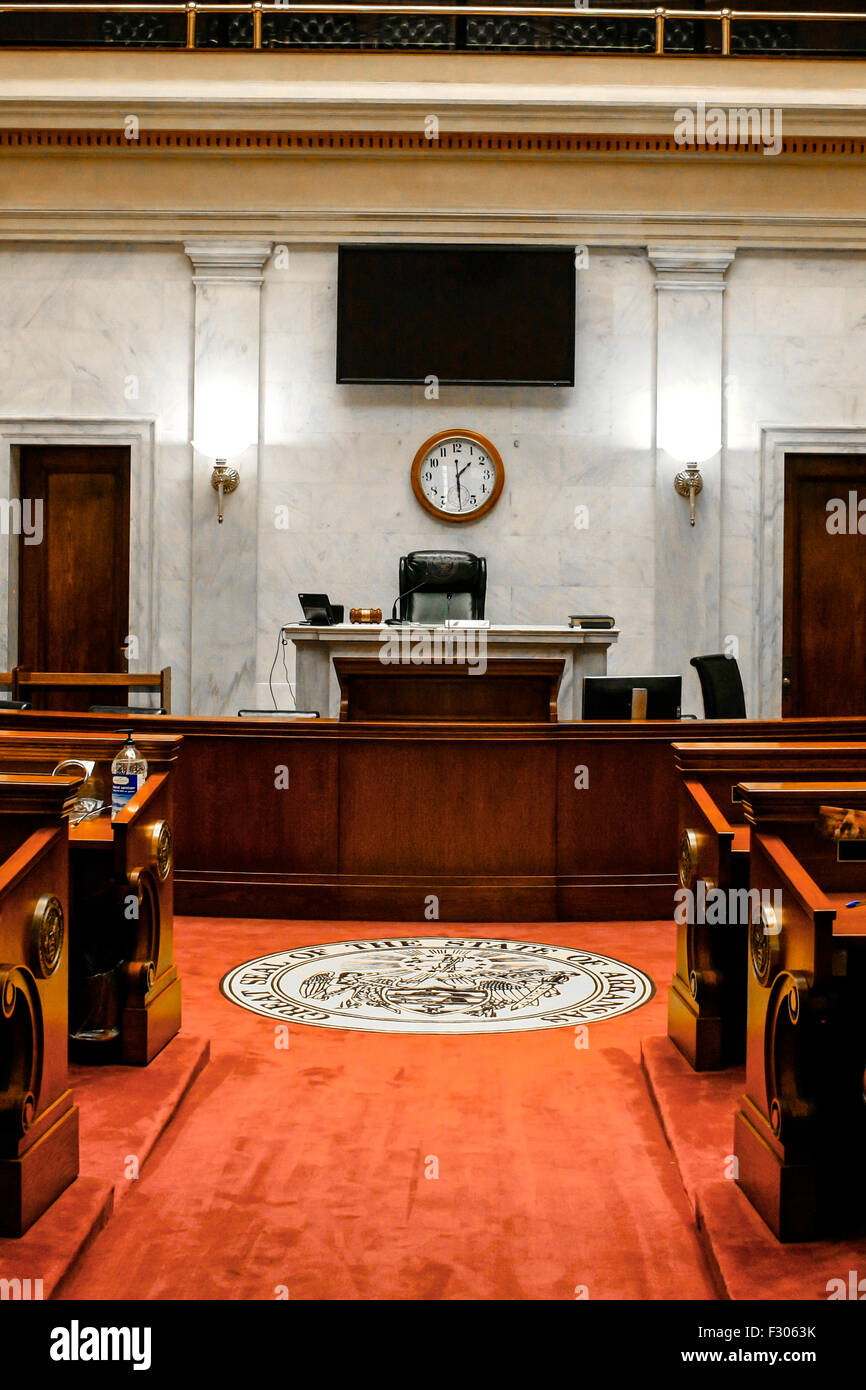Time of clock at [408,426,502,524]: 1:29
